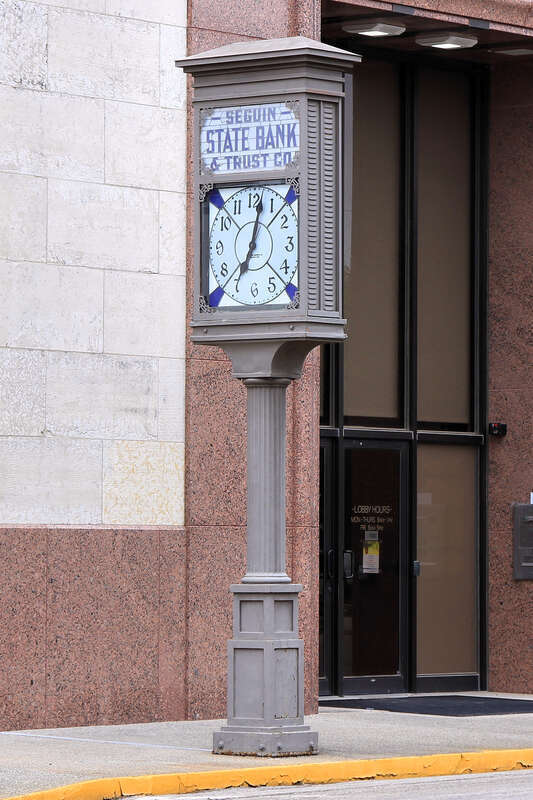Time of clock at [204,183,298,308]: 7:02
